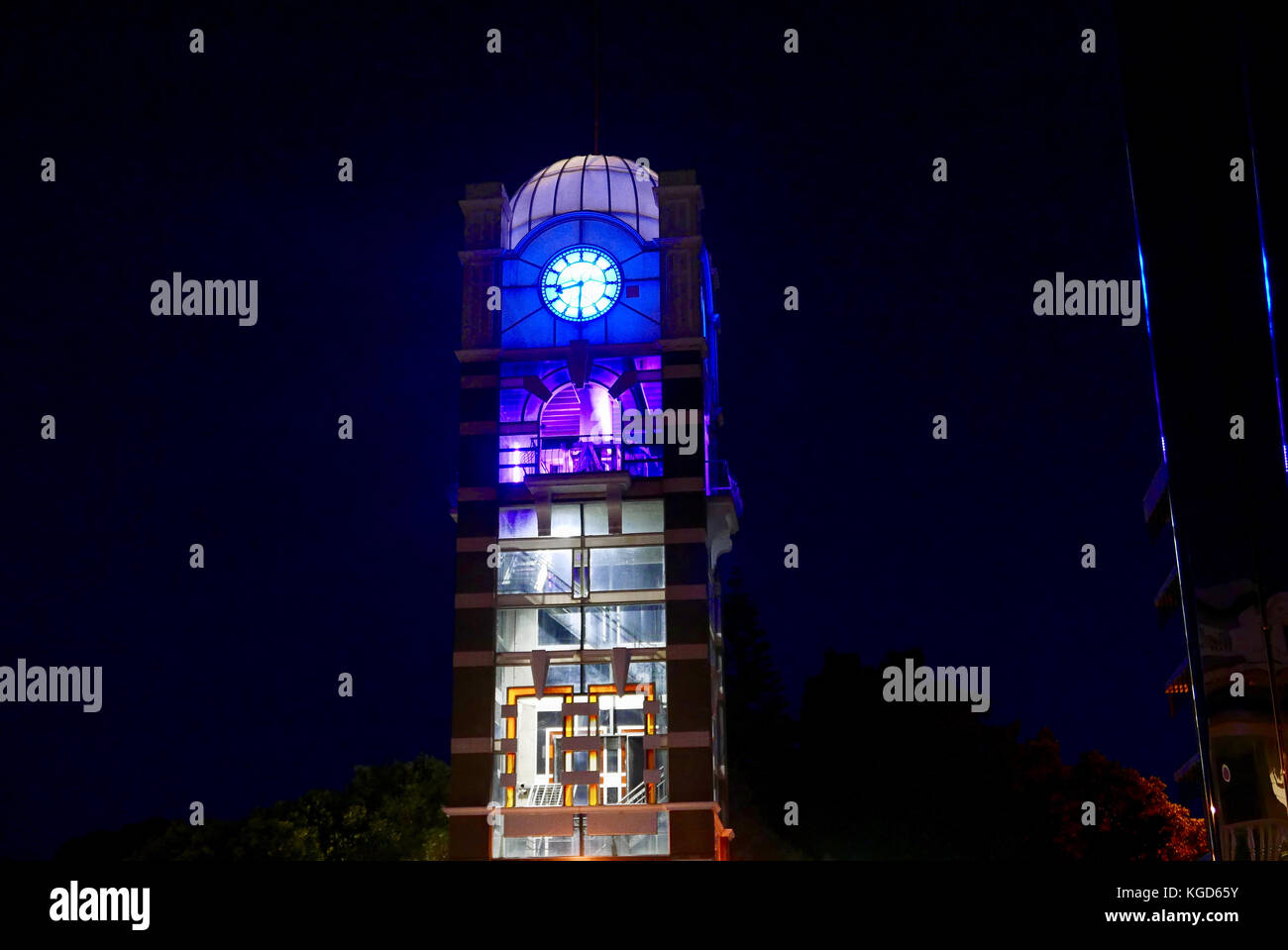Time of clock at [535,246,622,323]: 8:30
